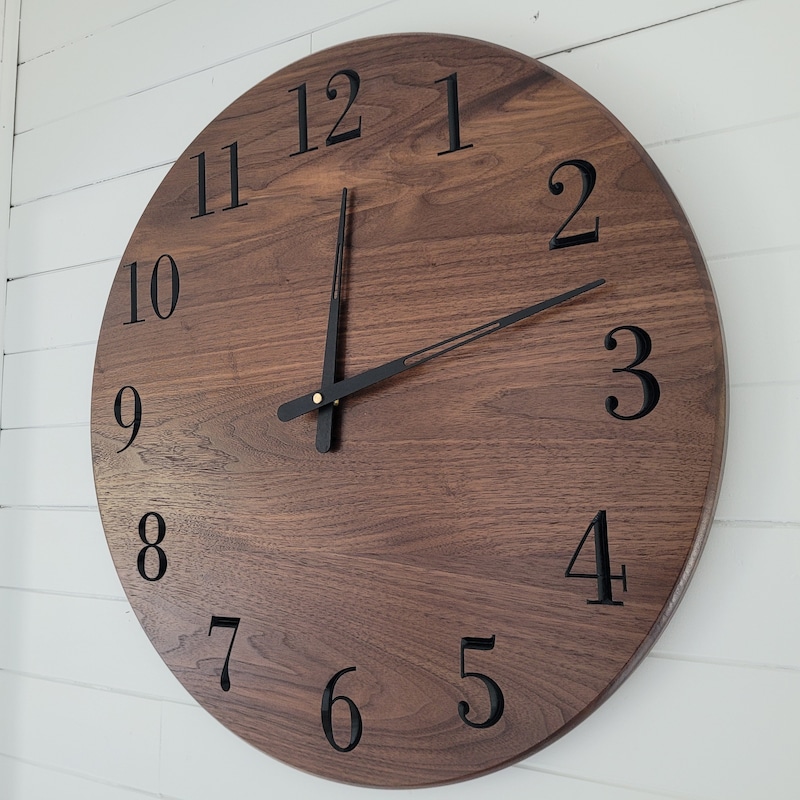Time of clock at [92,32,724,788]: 12:12
